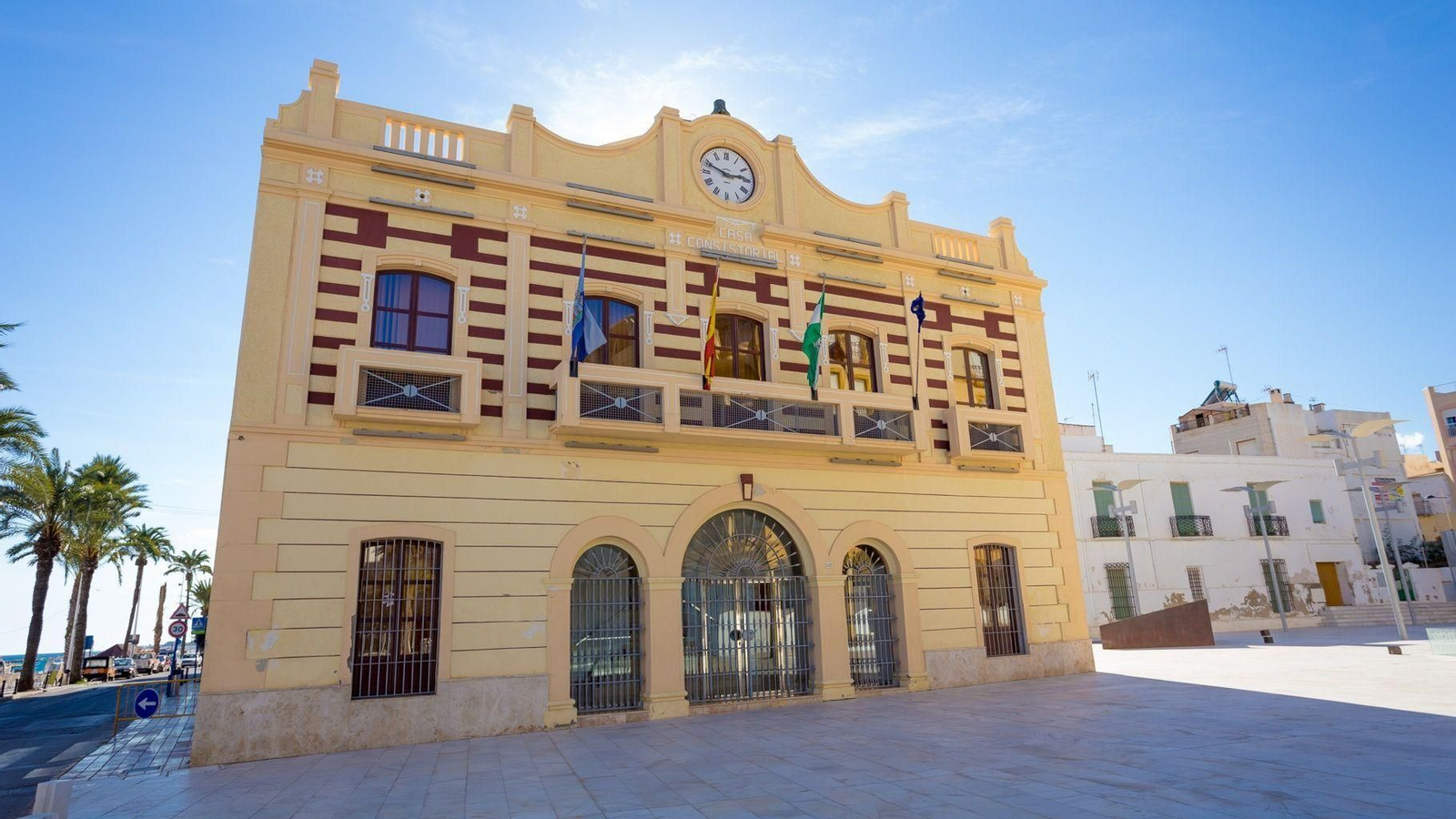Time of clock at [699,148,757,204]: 2:48
